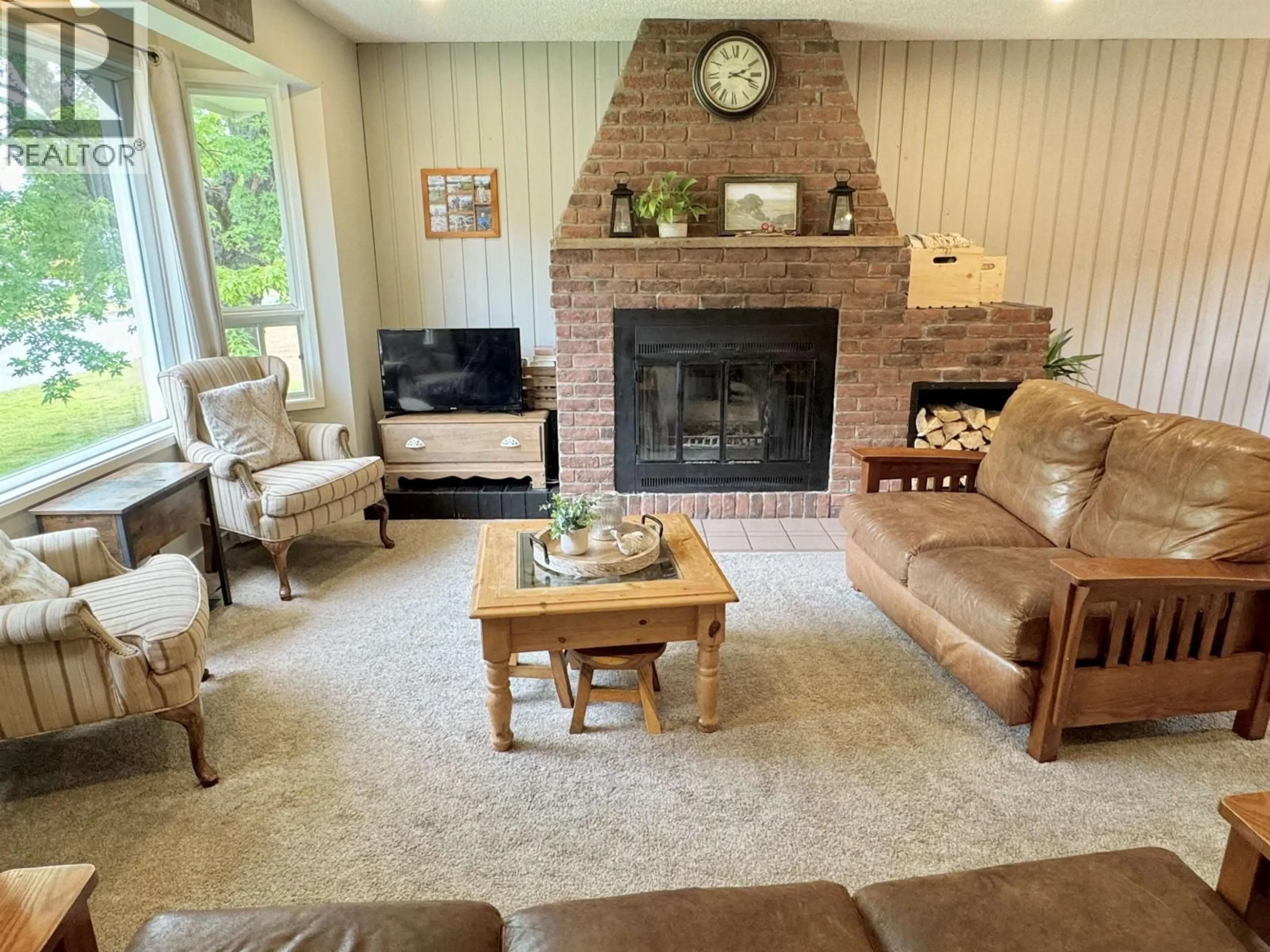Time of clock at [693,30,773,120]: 2:18
